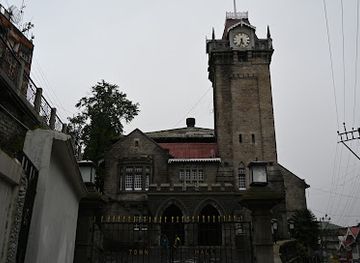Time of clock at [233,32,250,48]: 5:33
